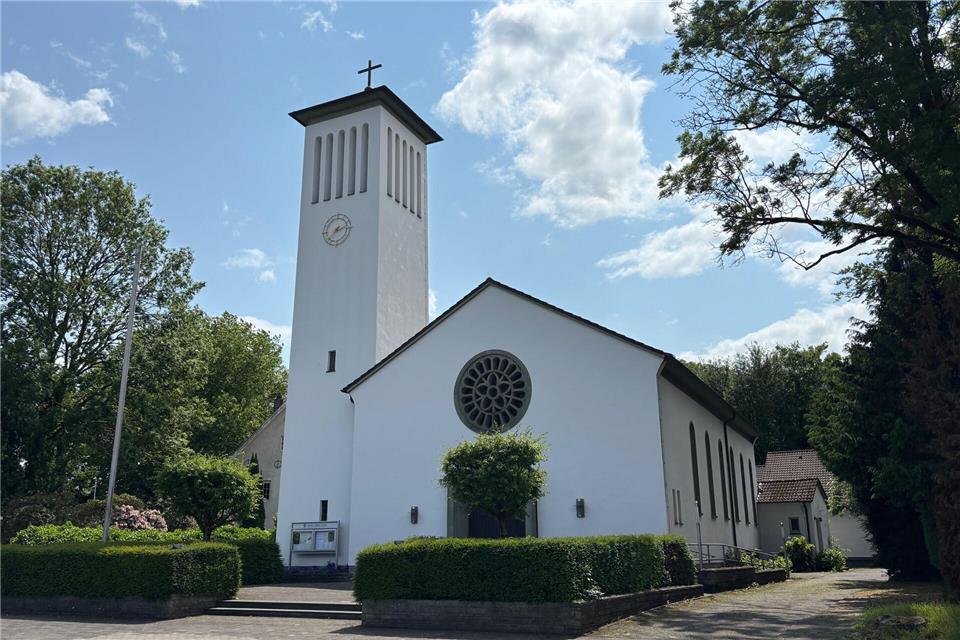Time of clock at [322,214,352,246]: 2:37
